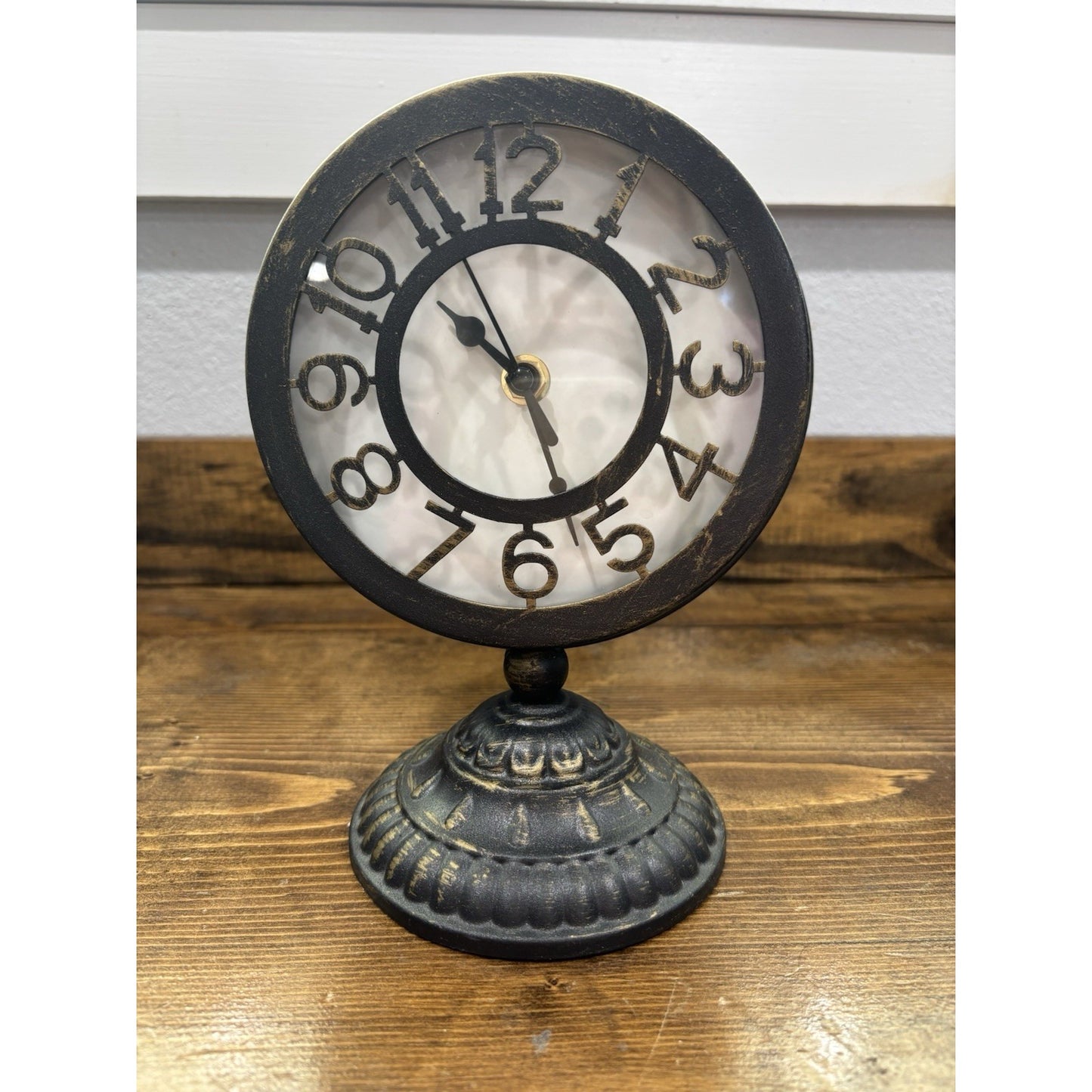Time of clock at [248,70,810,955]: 10:26
